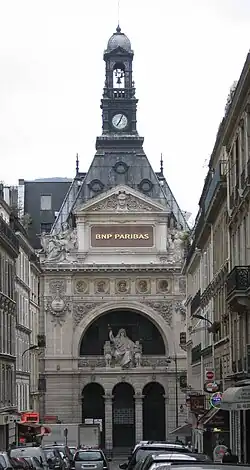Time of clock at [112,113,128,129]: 7:04
